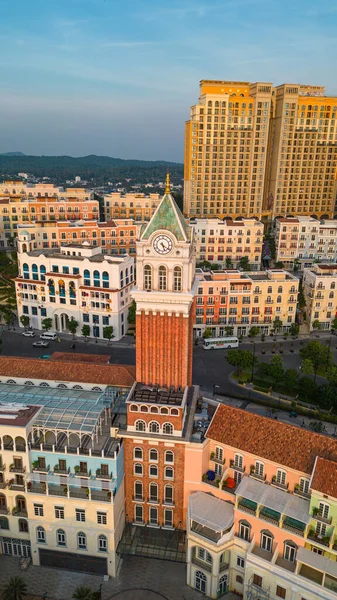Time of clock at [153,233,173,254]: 5:20
